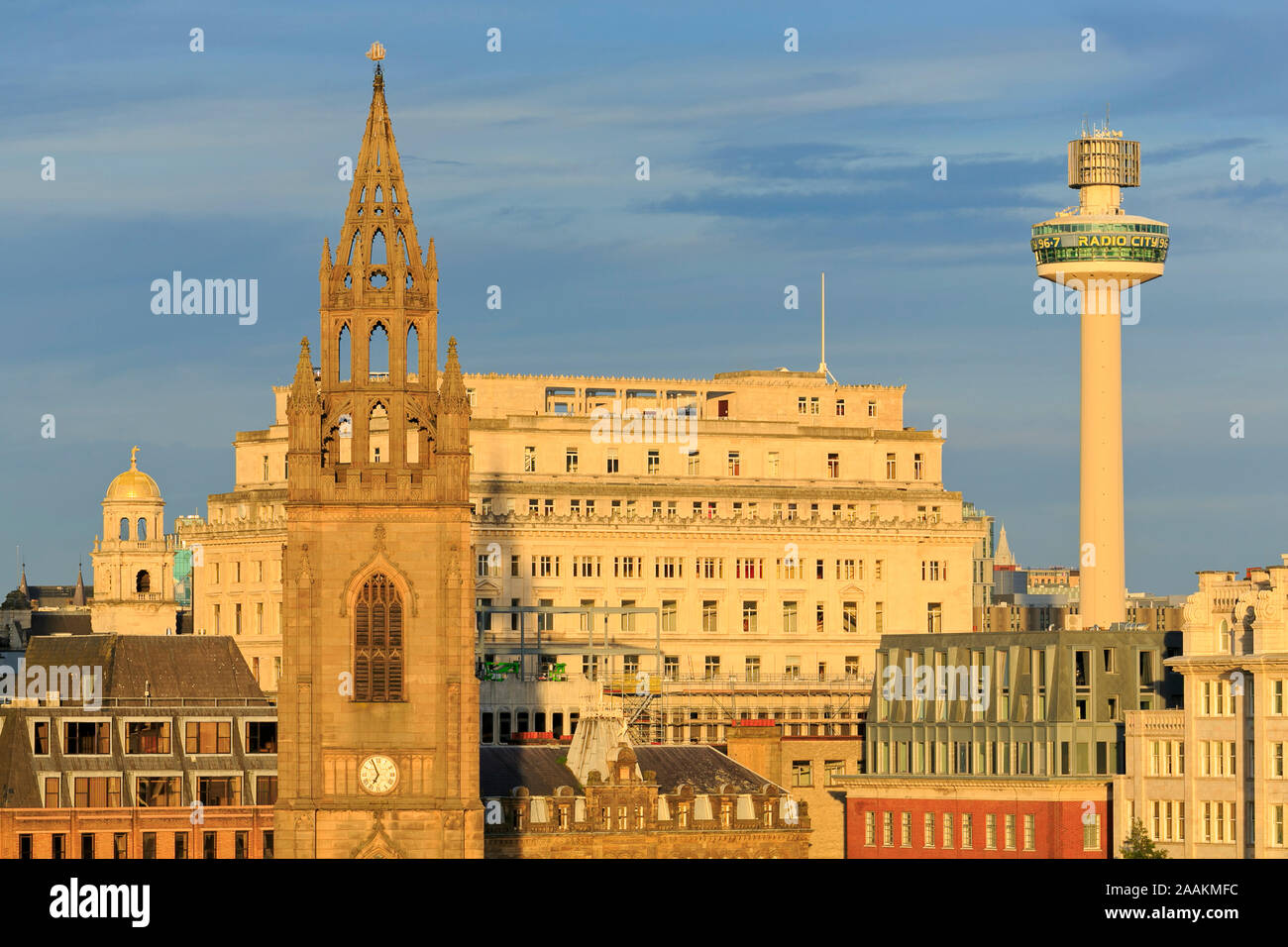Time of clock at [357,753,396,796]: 6:56
